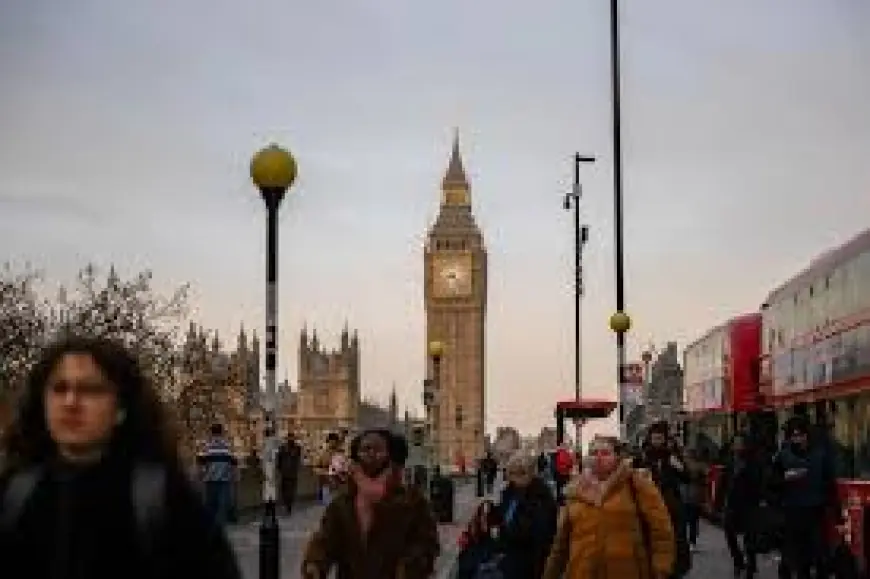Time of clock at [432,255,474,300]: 8:22
